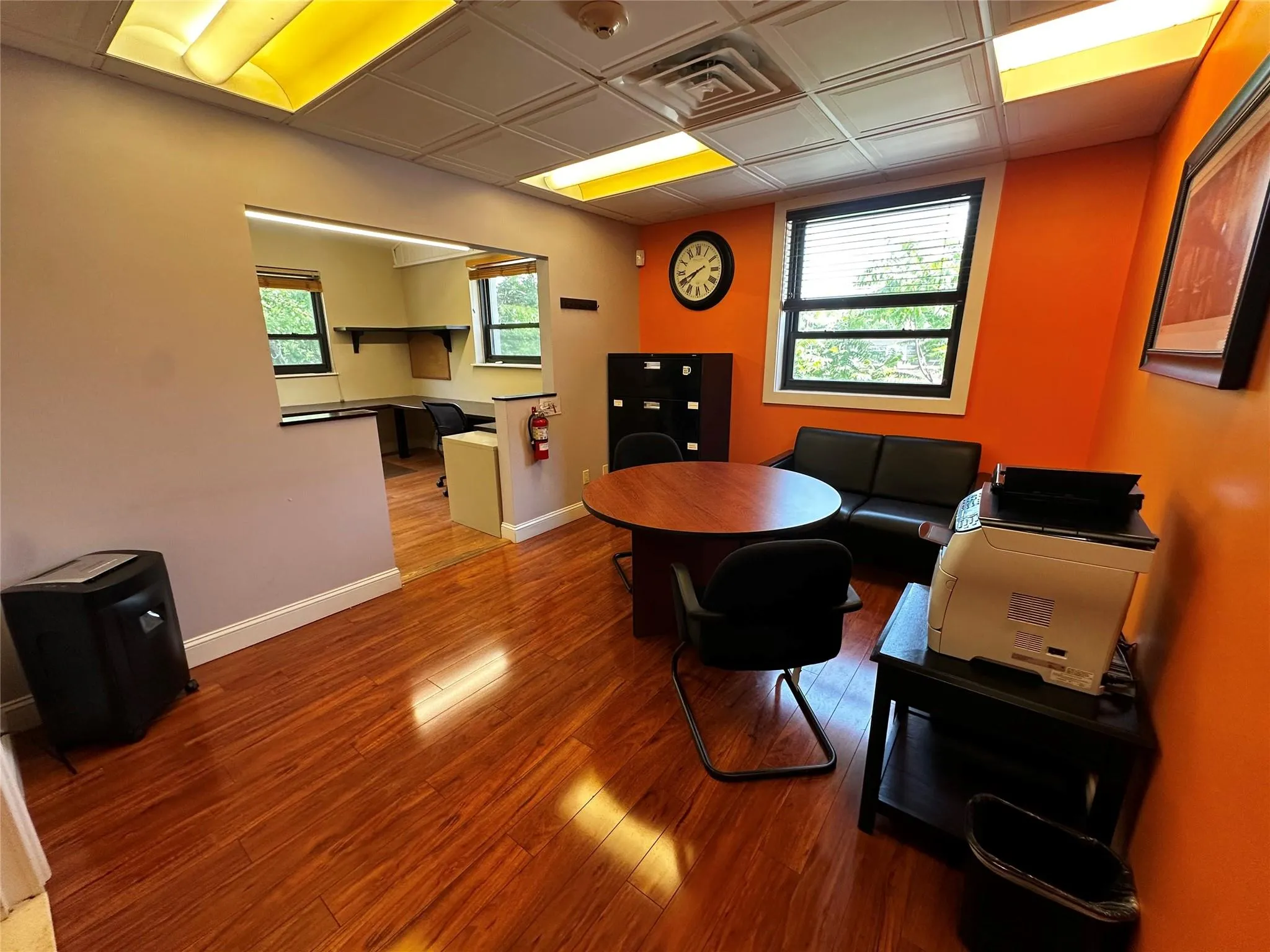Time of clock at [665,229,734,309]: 7:41
